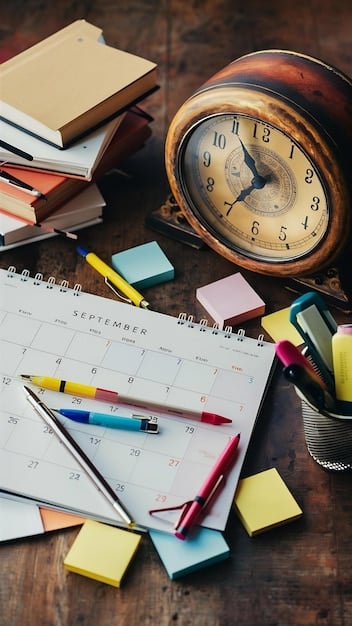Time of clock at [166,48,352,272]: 10:35
